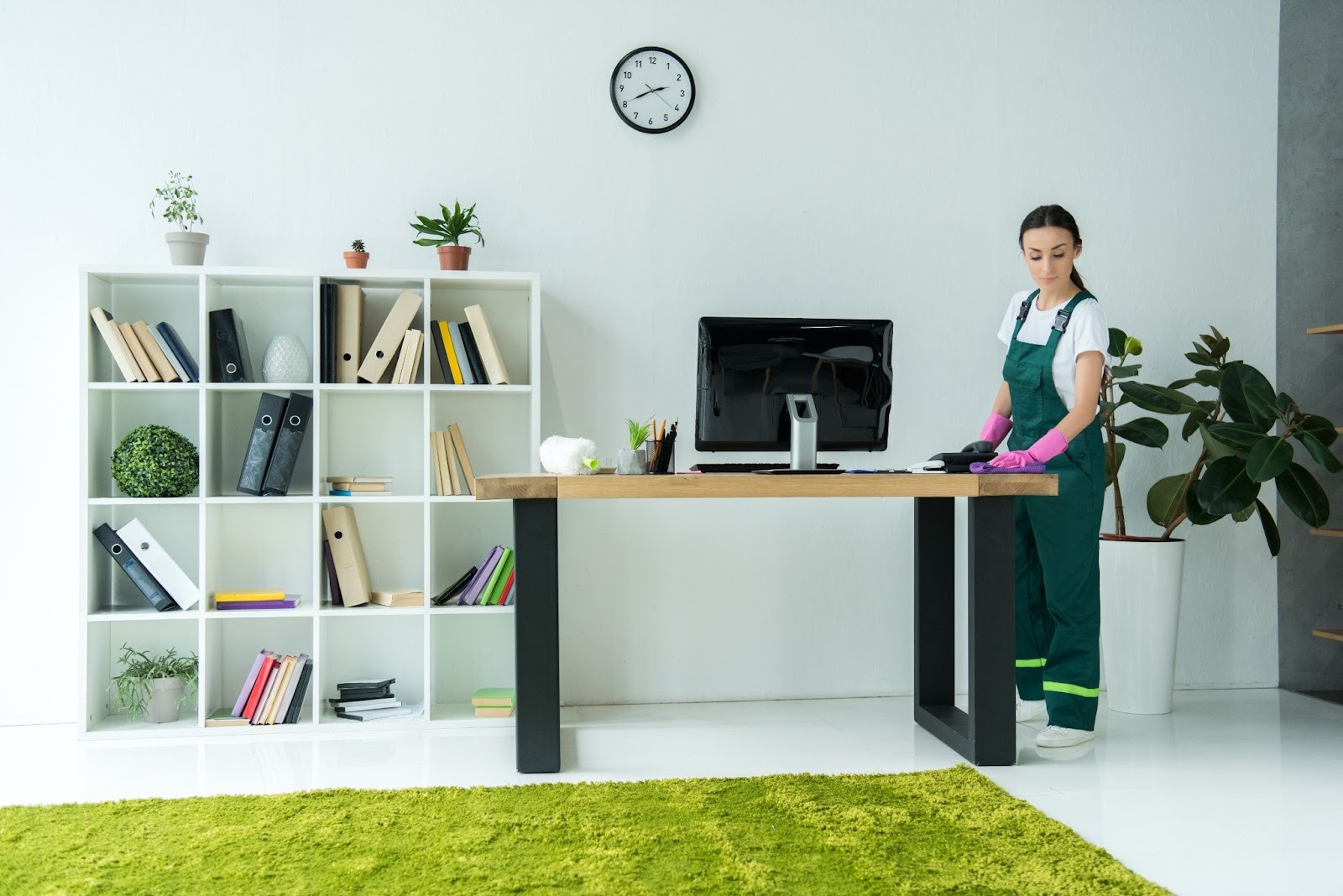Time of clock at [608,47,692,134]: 2:40
